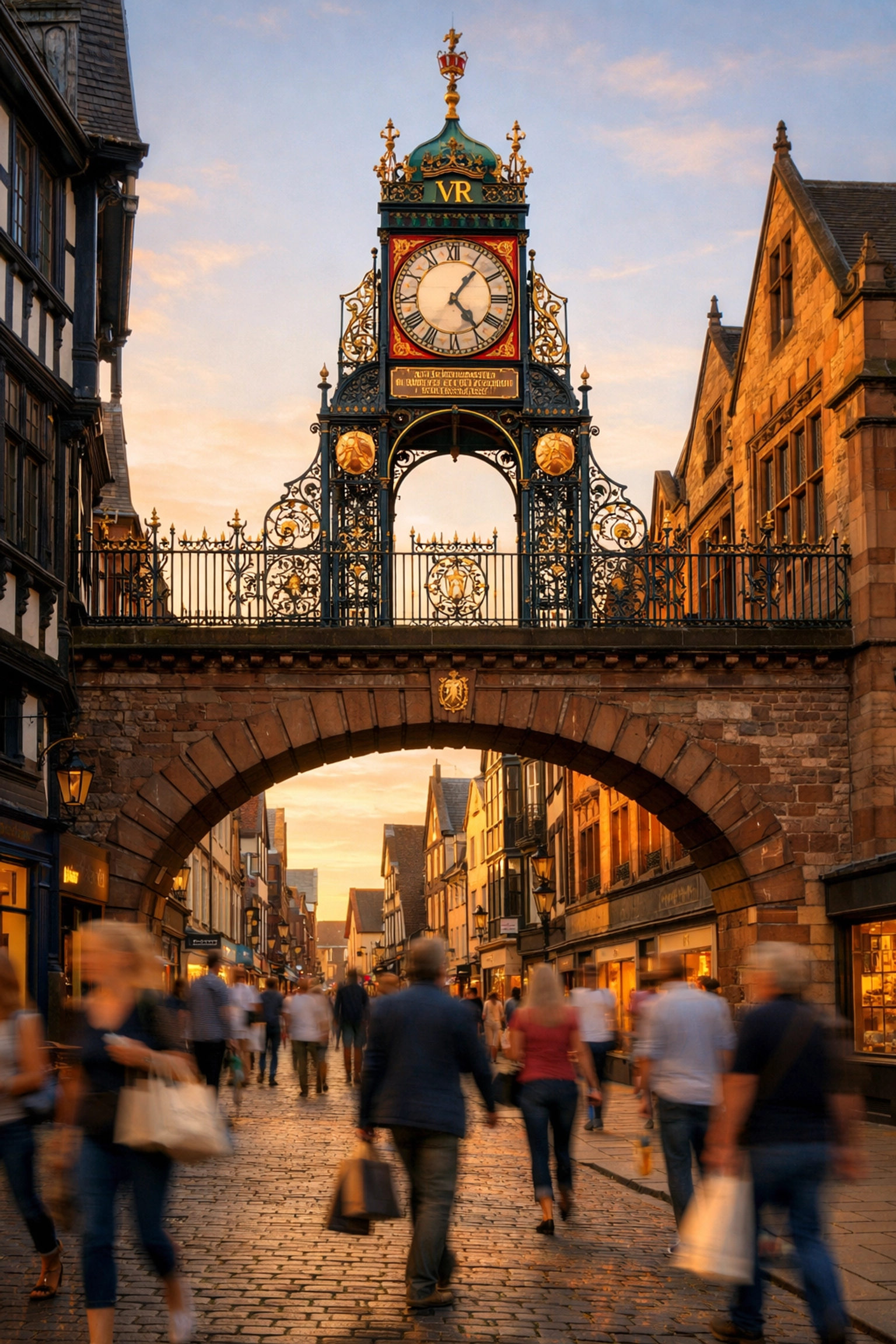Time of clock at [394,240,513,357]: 1:23
